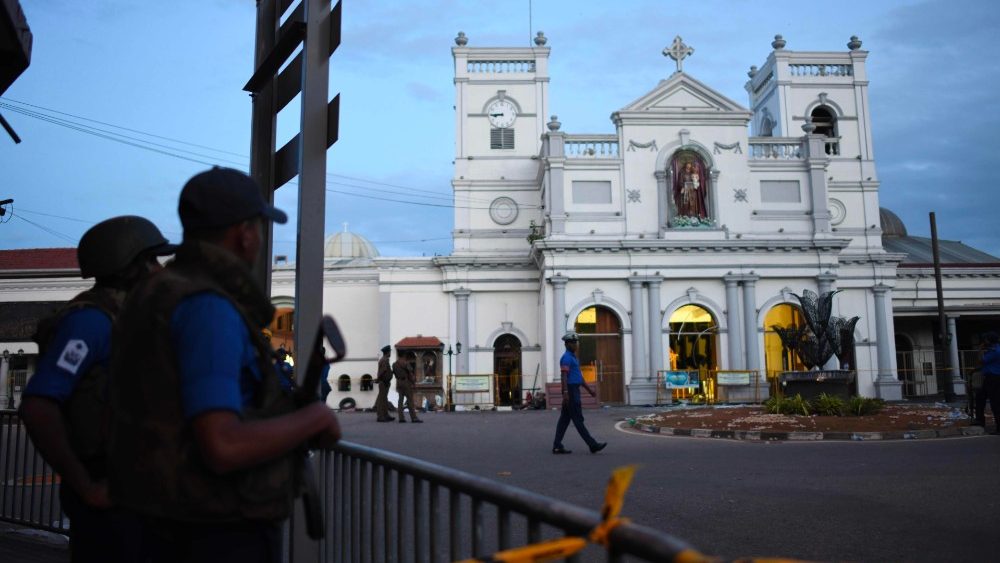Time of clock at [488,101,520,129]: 8:45
